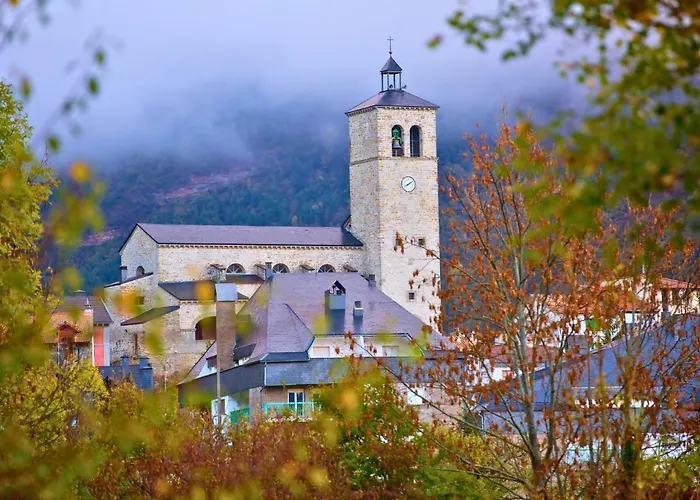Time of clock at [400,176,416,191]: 8:09
